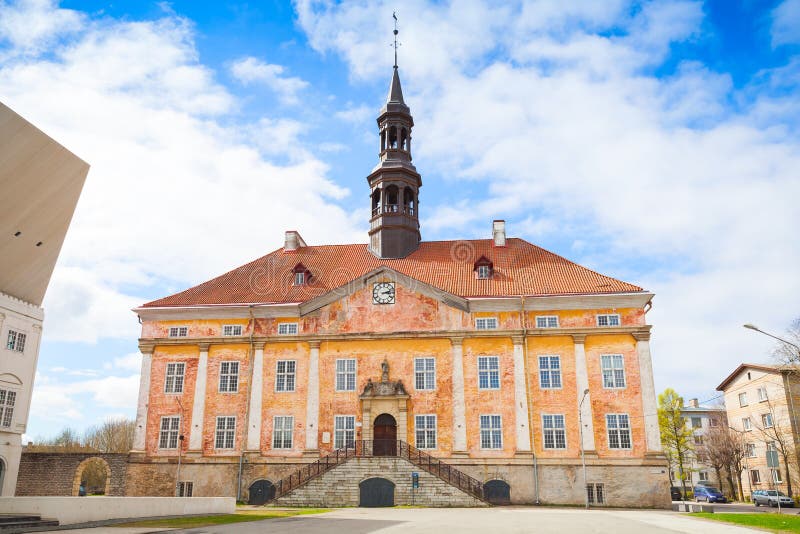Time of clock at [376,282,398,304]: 3:12
